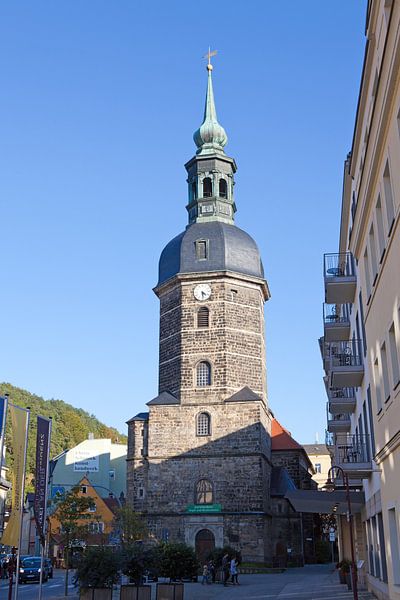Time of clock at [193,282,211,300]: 4:29
